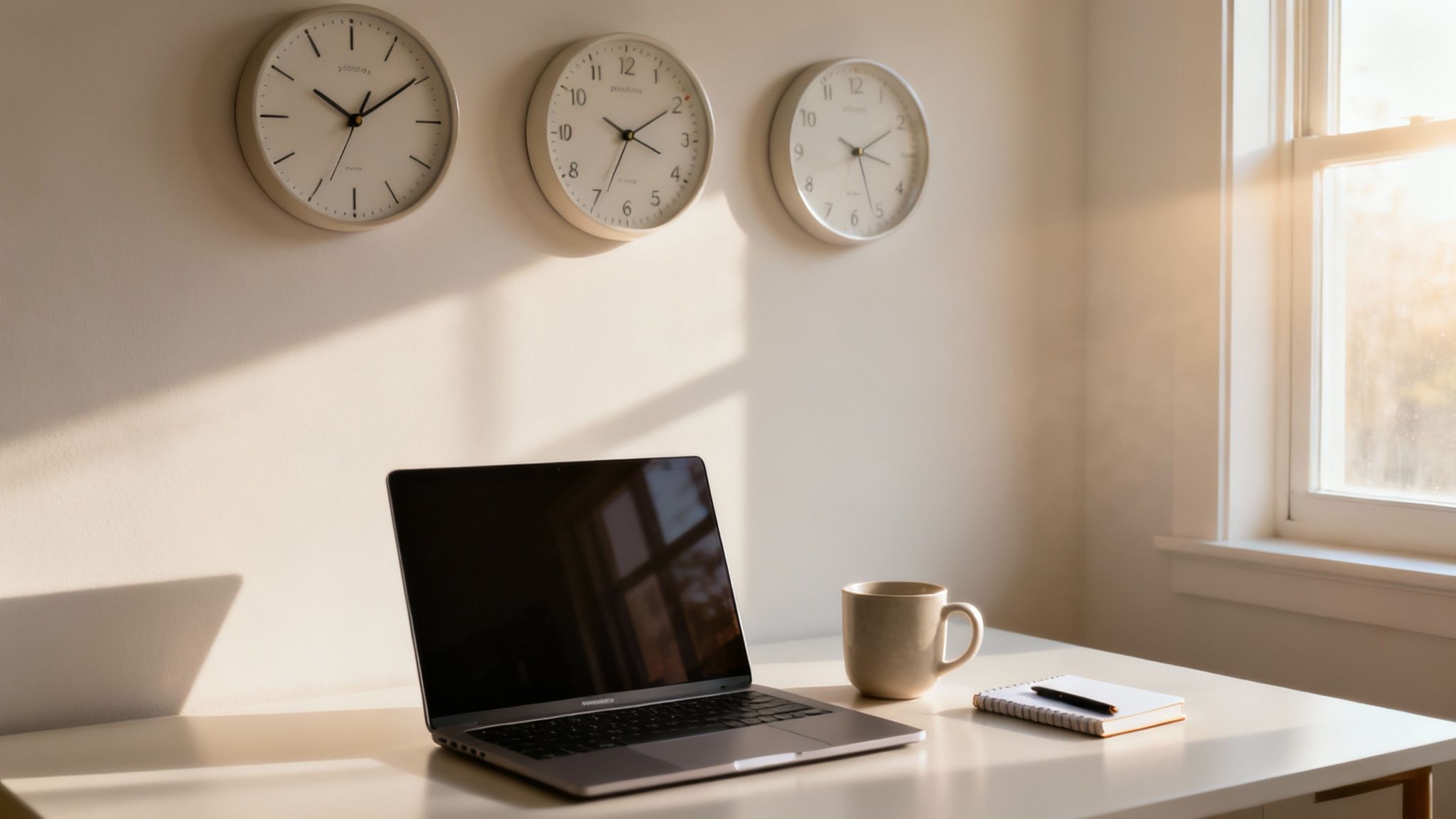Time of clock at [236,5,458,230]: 10:09
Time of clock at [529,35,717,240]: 3:34
